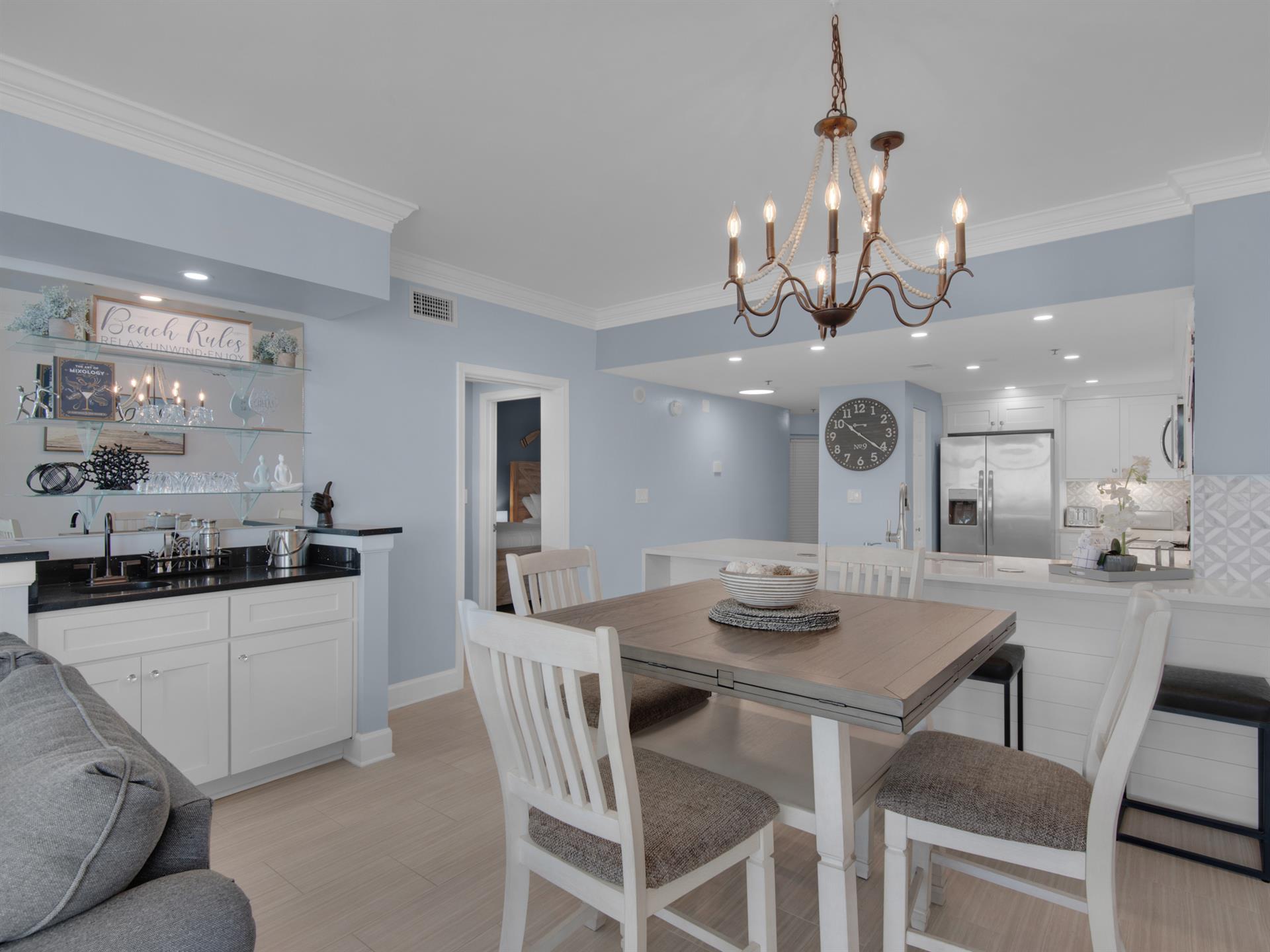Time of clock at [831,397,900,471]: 10:21
